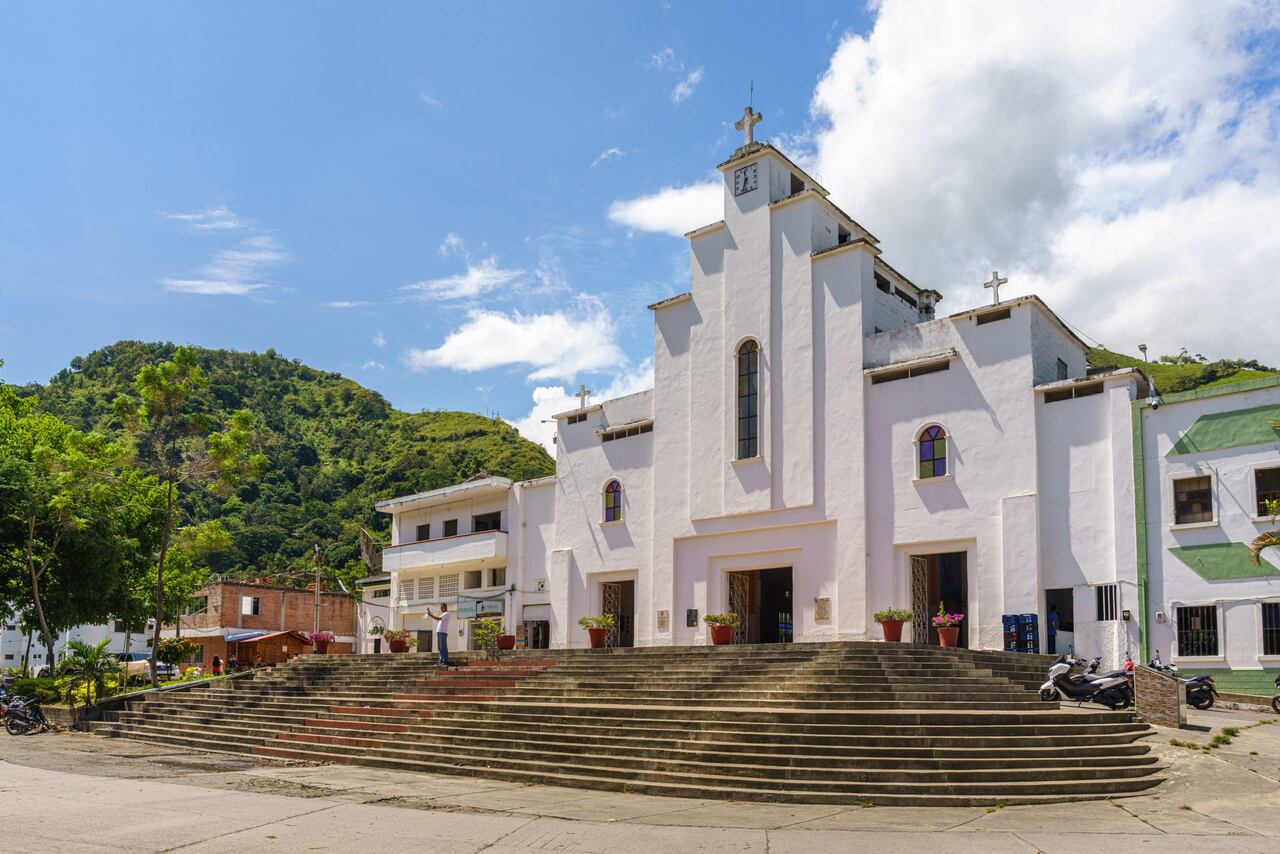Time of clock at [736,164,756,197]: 11:33
